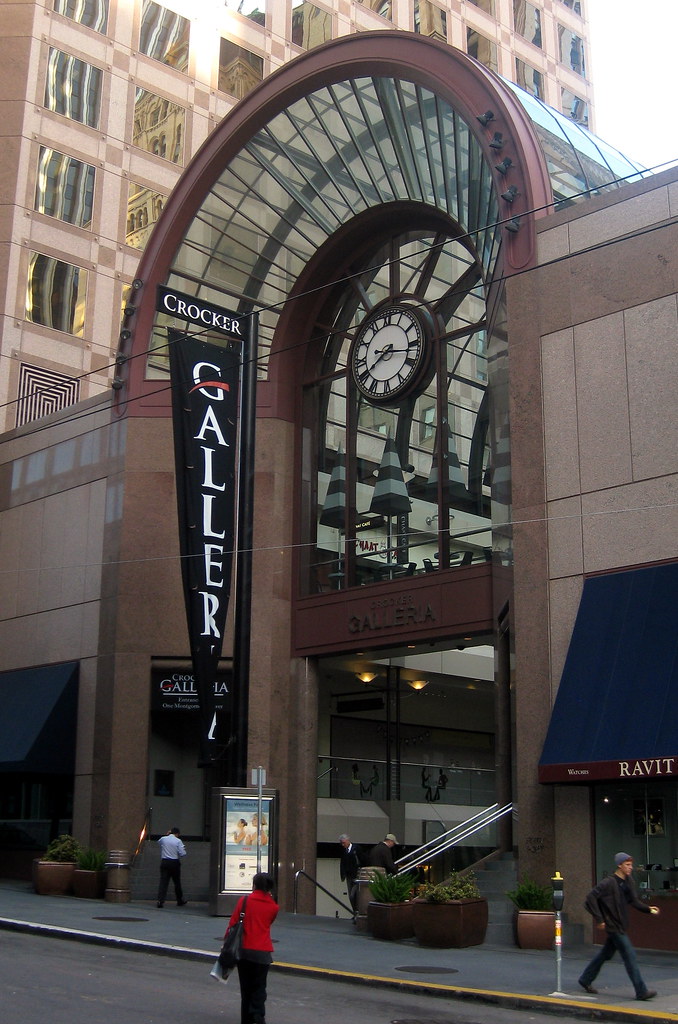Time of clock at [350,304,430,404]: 8:16
